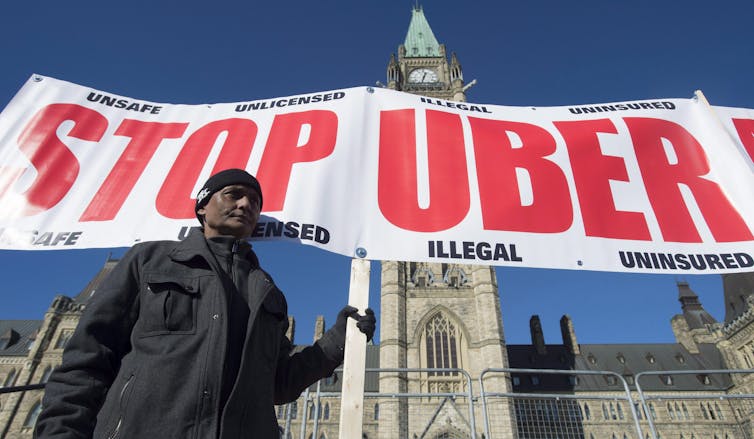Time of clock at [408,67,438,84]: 12:32
